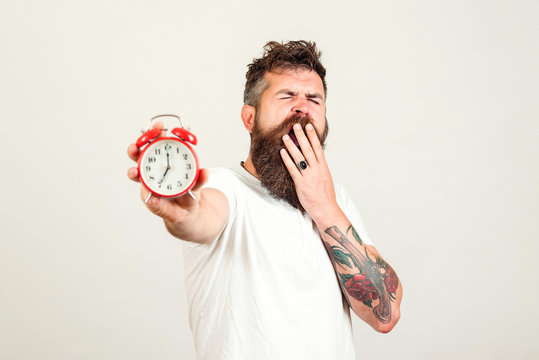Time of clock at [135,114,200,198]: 7:00
